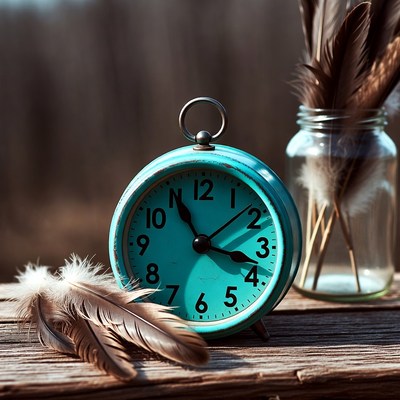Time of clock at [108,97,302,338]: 3:55
